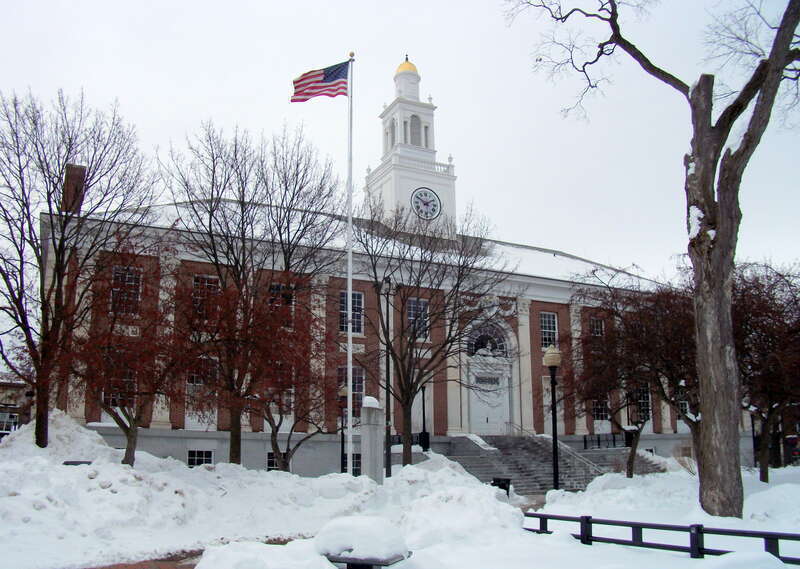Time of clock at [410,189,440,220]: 1:50
